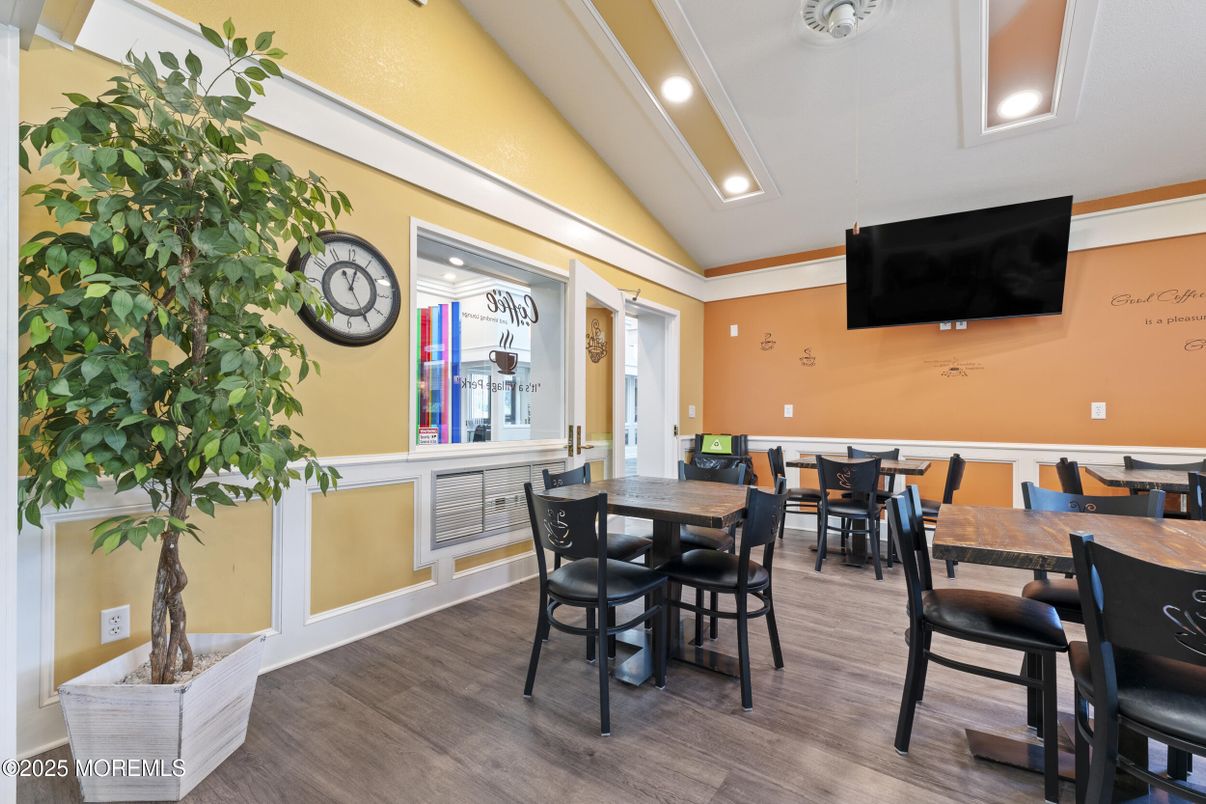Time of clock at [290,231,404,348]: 12:24
